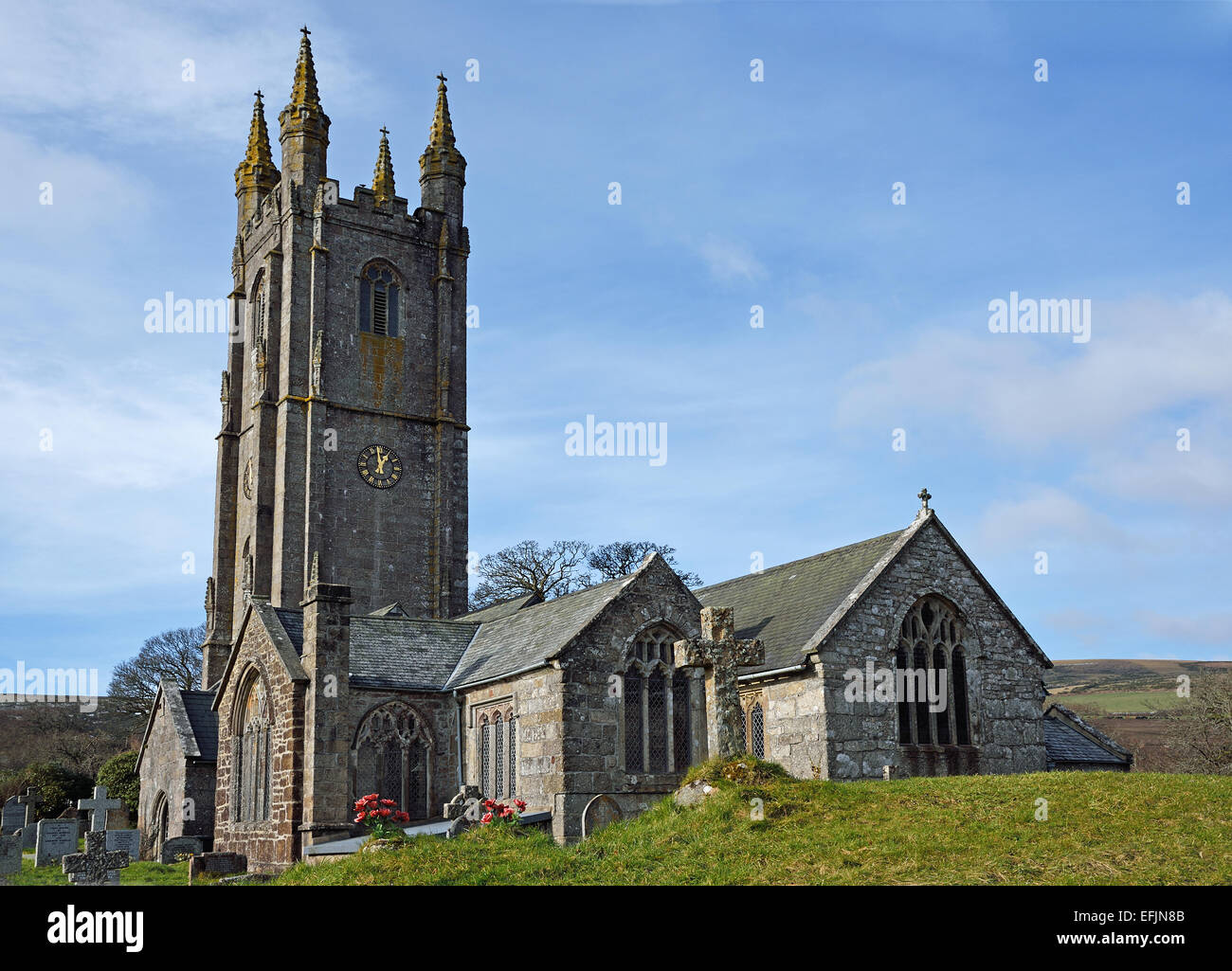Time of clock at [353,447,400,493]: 12:58
